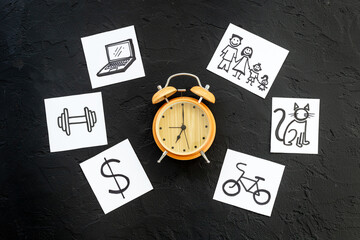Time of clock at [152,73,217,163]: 7:00
